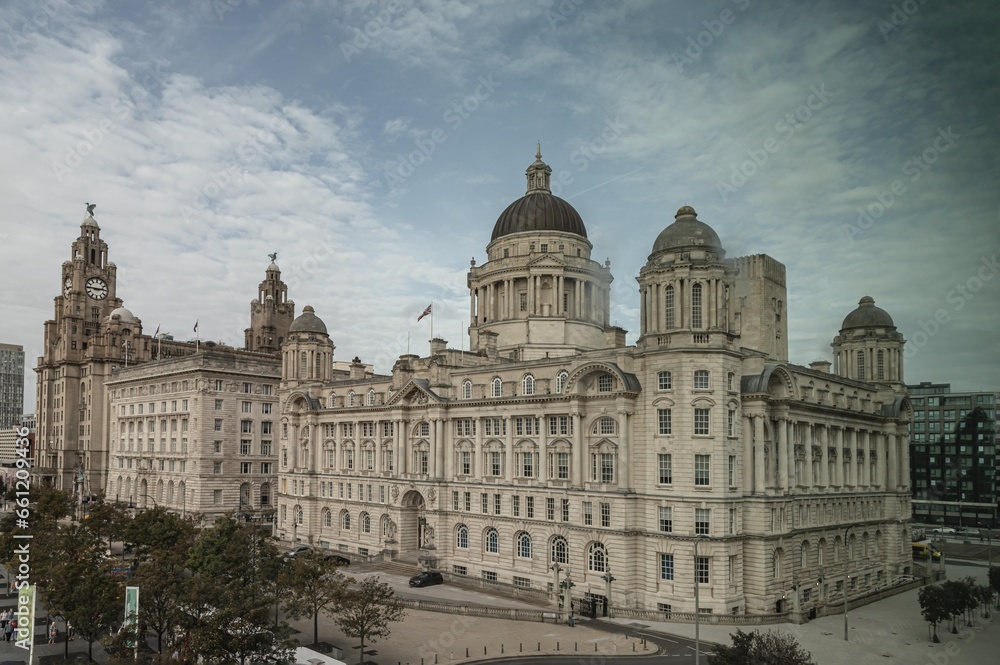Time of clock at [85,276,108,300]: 2:45
